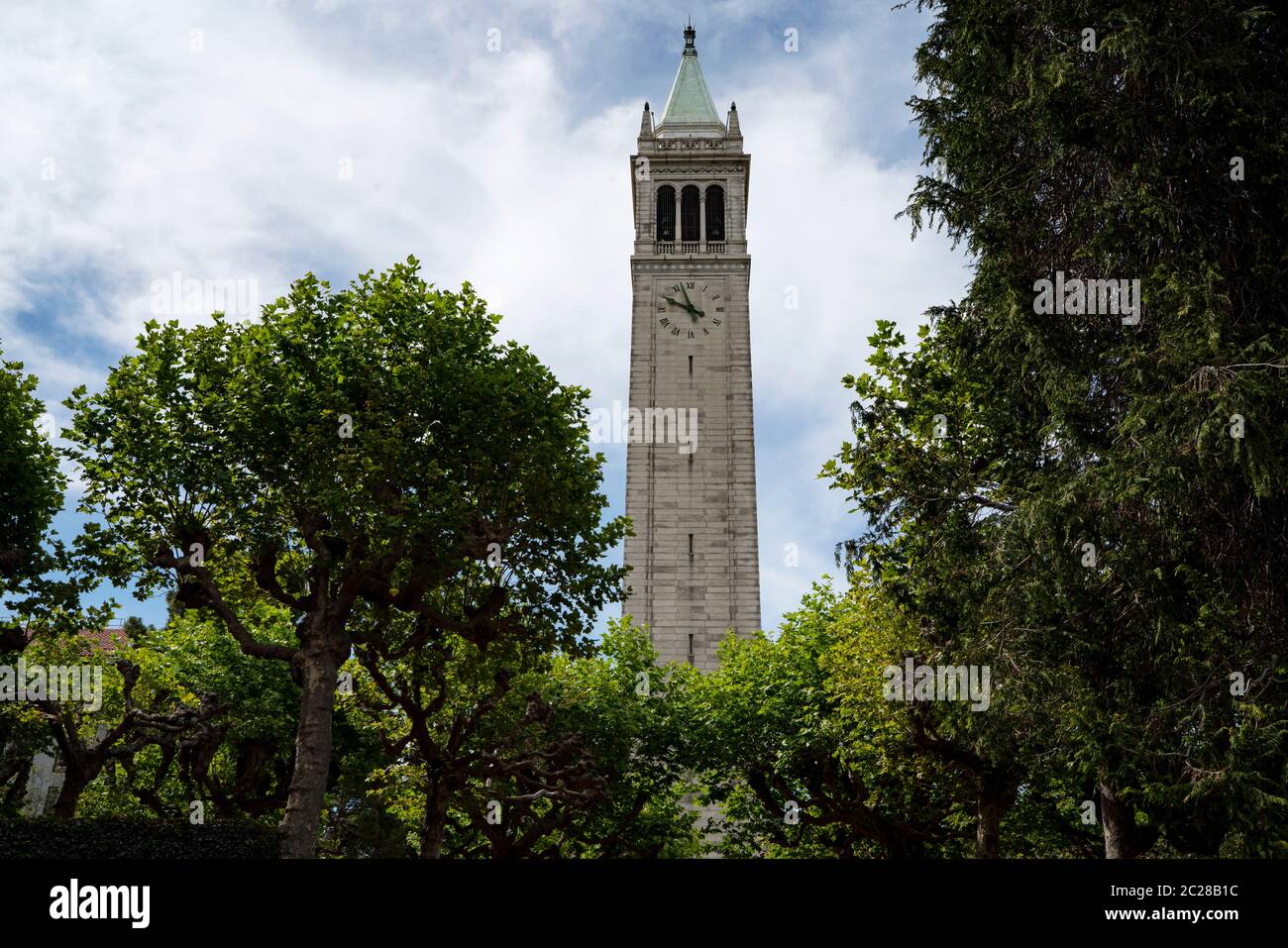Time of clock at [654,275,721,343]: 9:57
